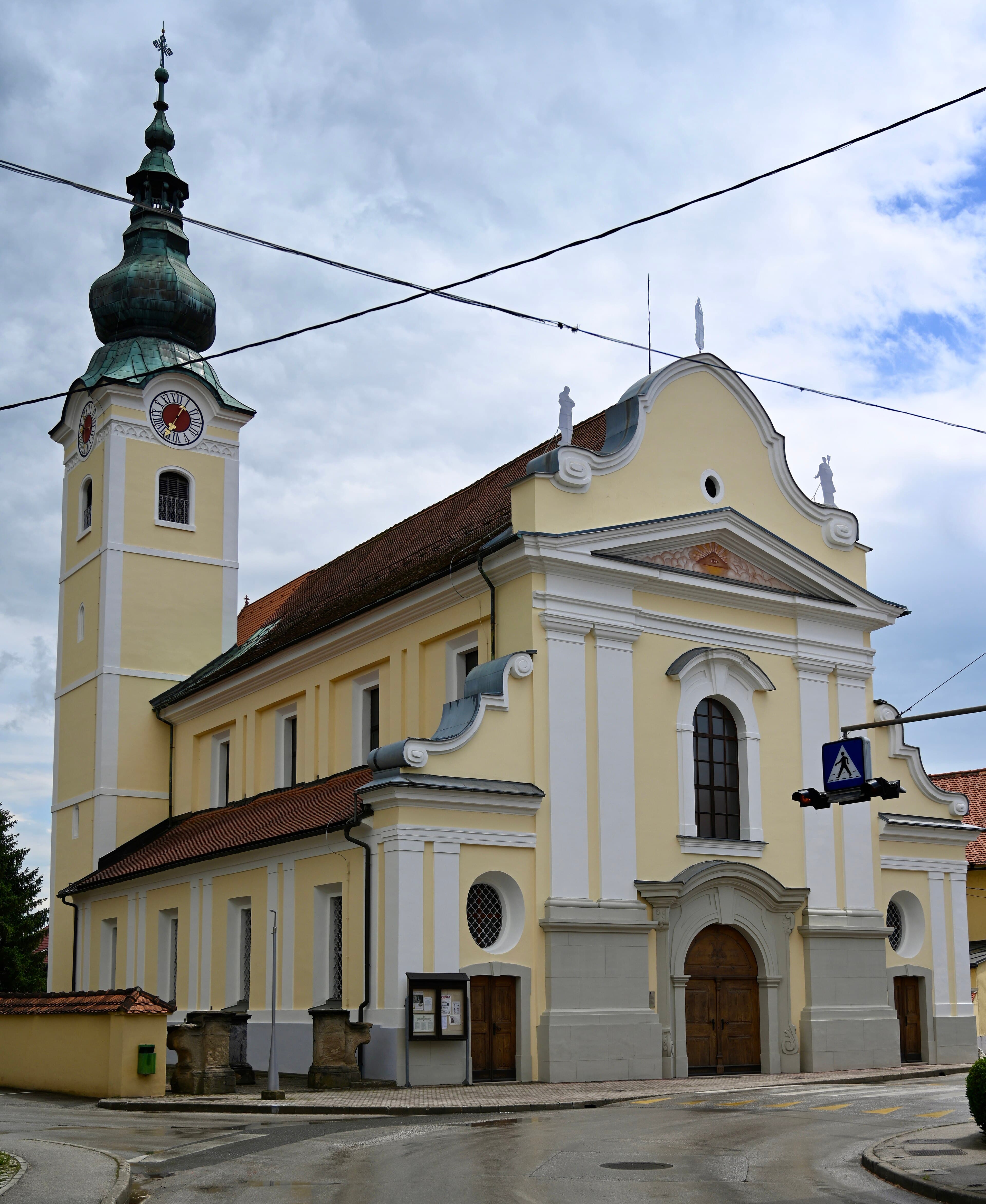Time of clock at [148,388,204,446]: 7:05
